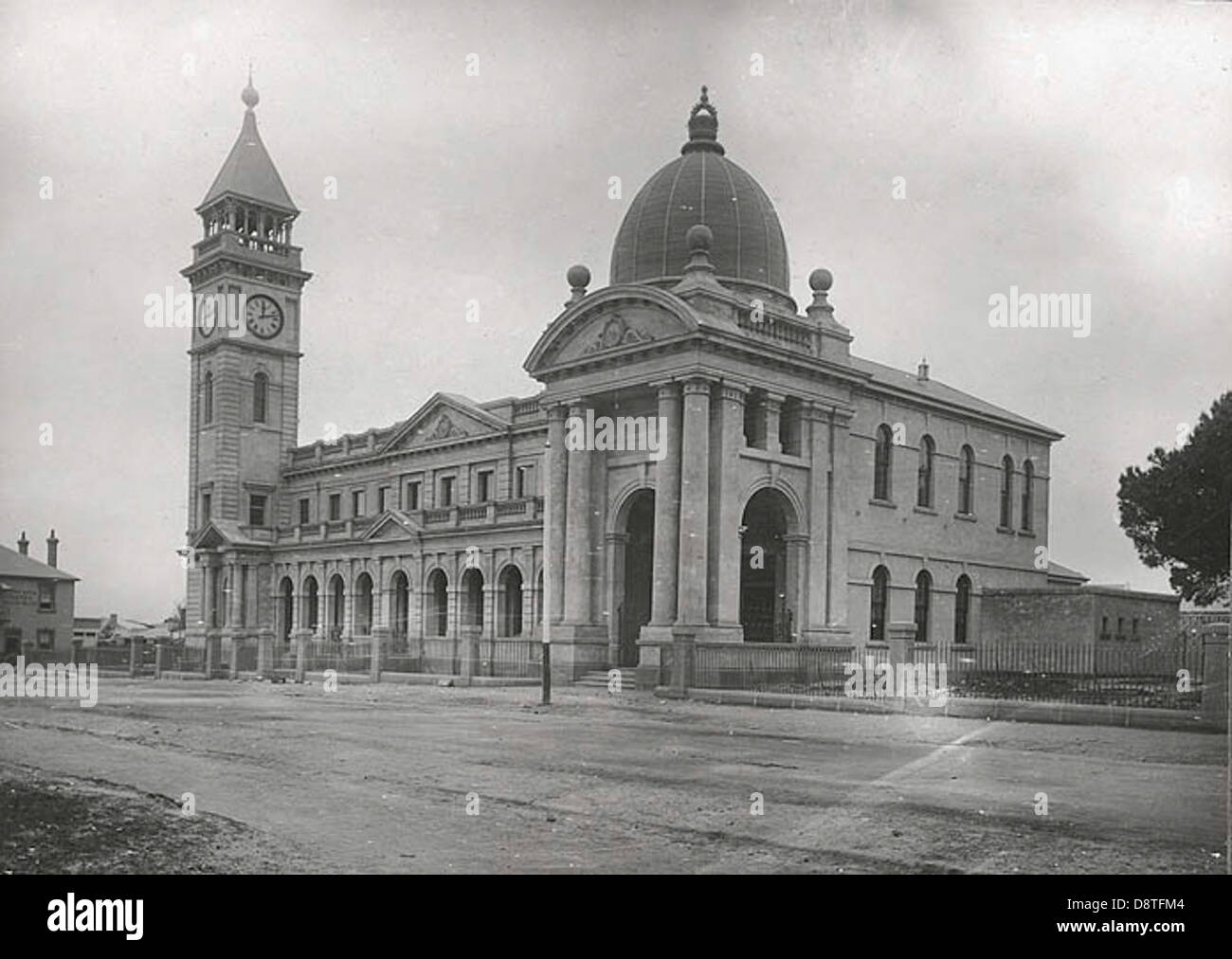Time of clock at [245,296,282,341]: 12:12
